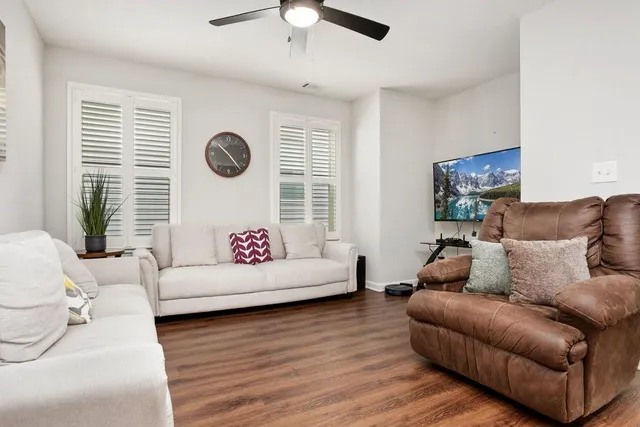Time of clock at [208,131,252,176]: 10:23
